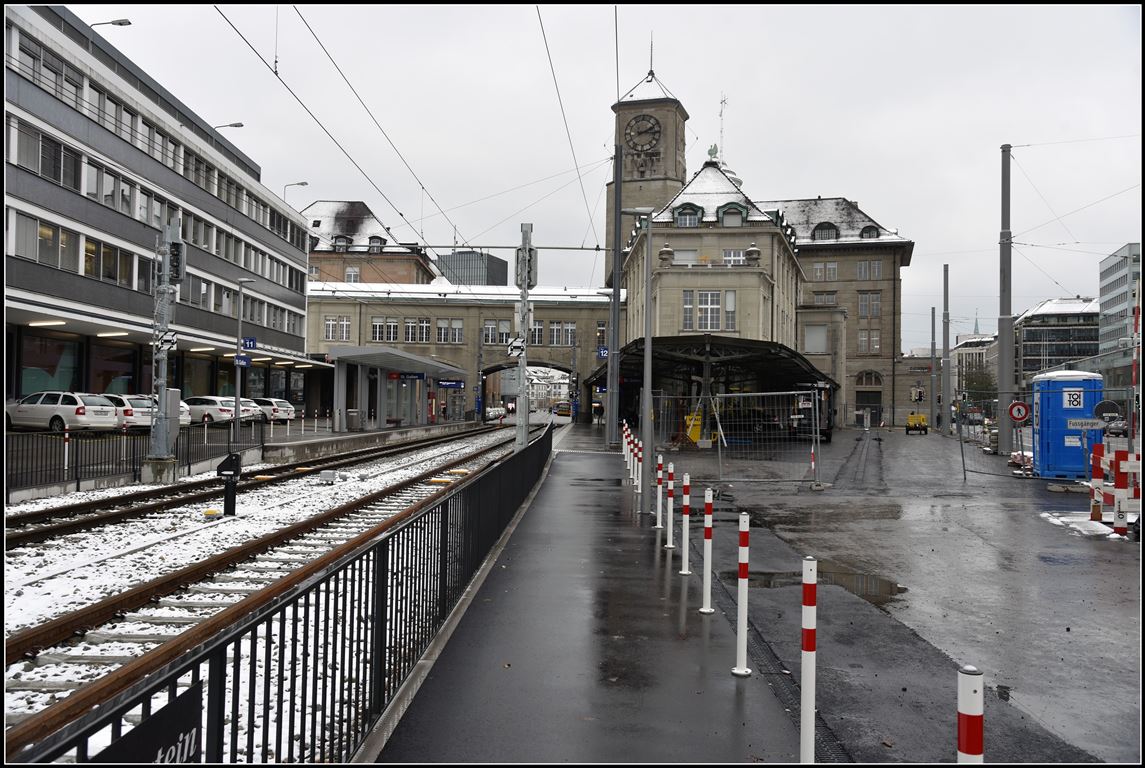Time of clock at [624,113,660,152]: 2:15
